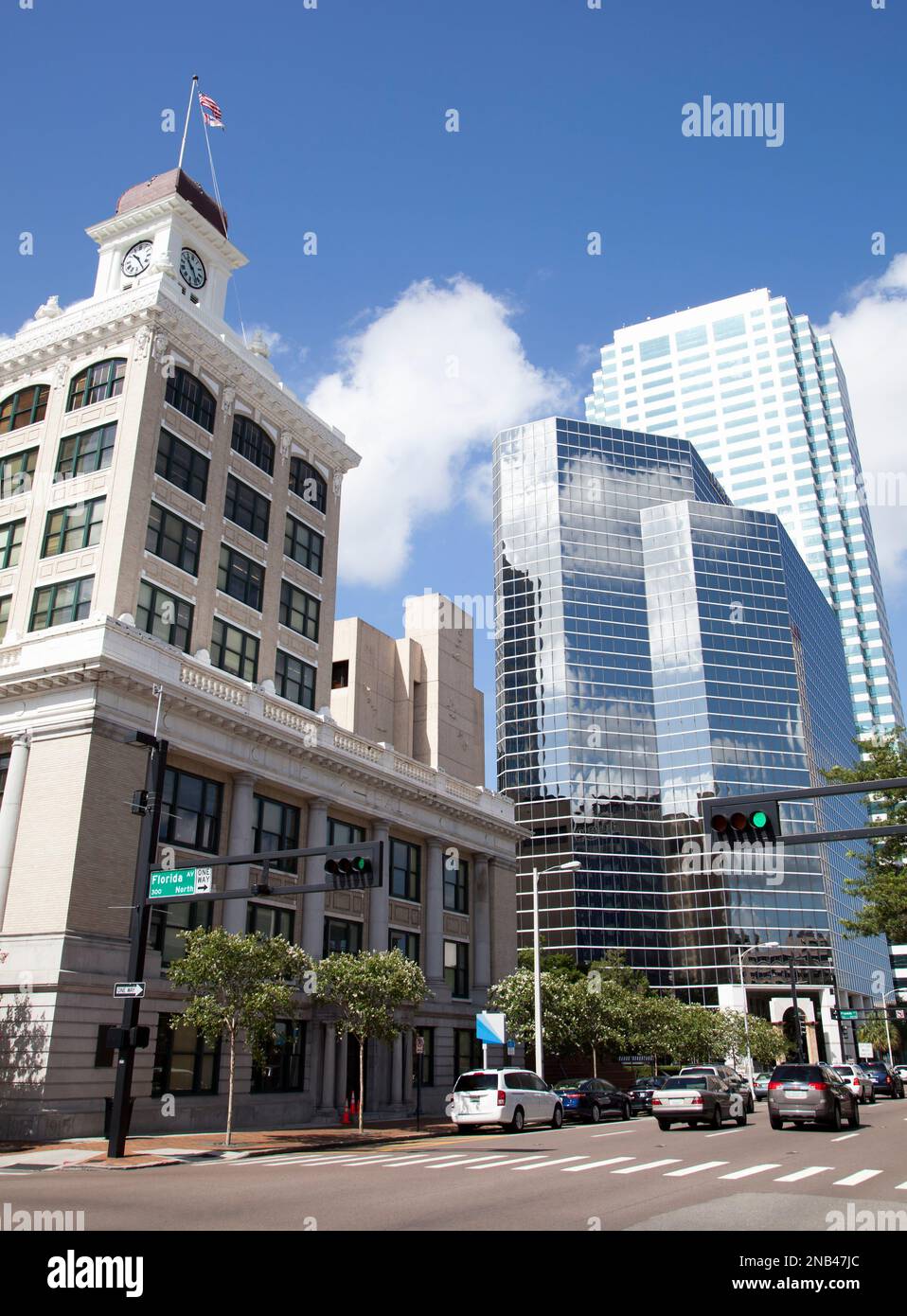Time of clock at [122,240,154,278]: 10:24
